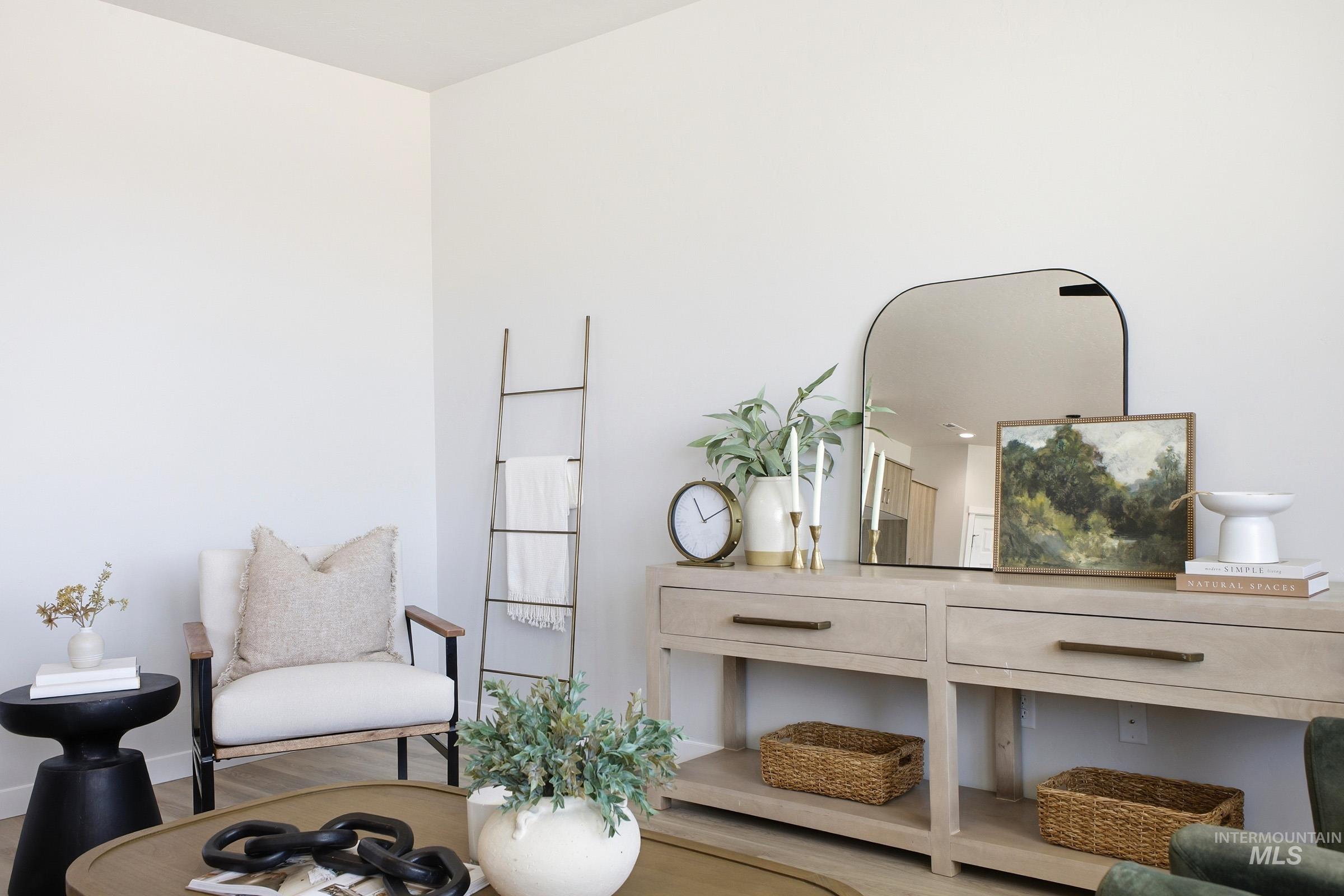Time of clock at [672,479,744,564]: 11:10
